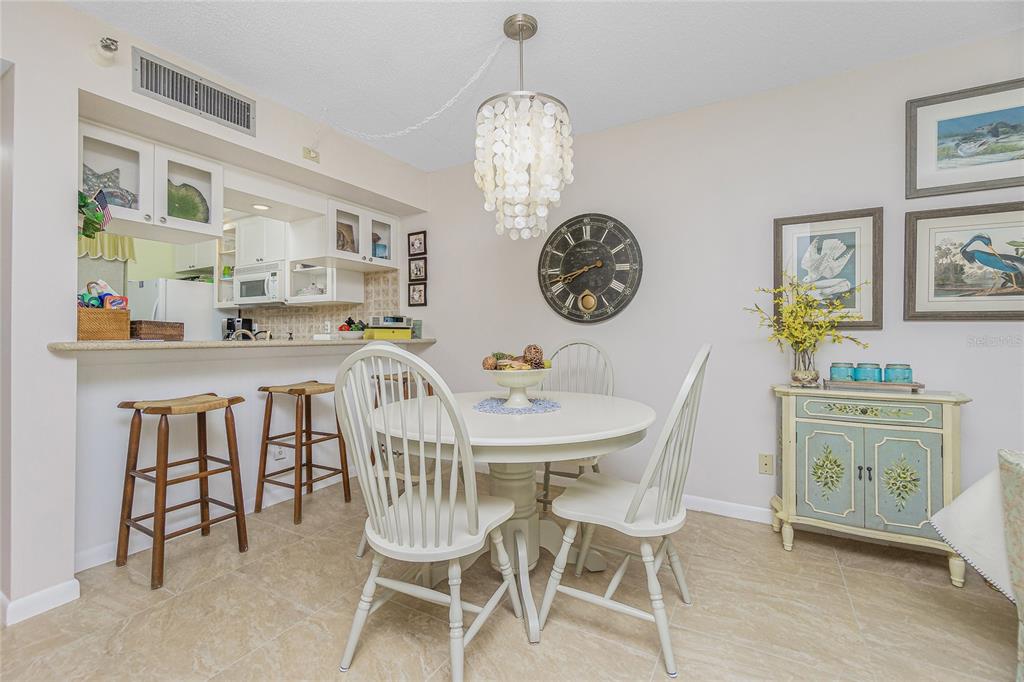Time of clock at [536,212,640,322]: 8:41
